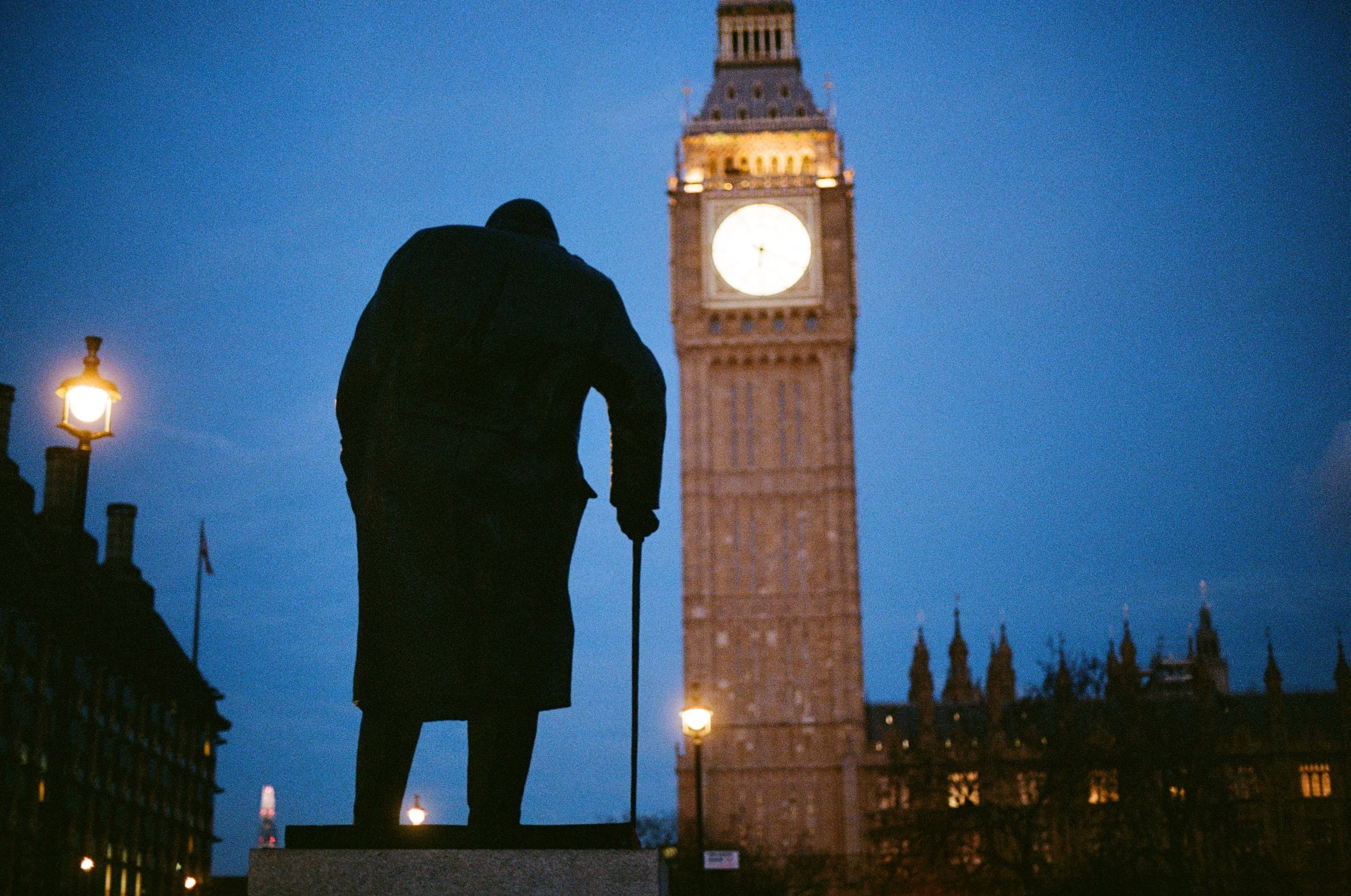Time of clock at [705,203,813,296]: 6:18
